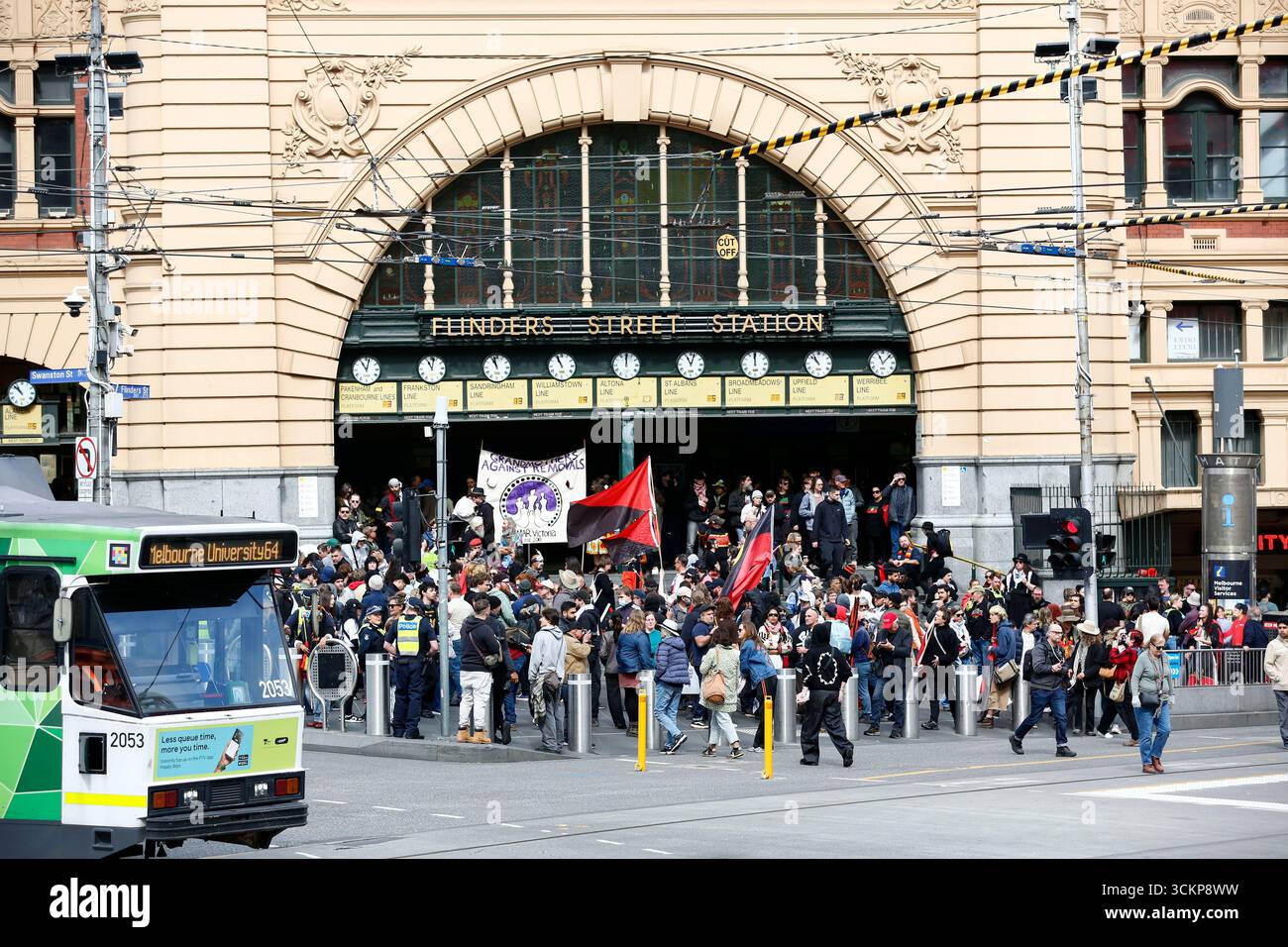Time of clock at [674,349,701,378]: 11:03
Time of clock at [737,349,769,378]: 12:00
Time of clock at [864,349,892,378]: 11:07
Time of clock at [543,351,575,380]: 10:56
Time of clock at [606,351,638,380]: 12:00
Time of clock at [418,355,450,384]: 11:02
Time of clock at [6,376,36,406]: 10:52
